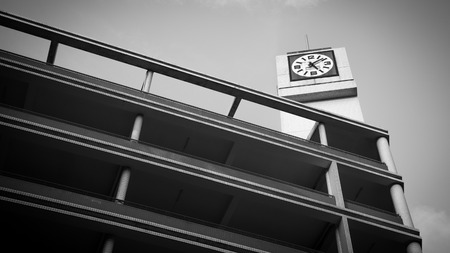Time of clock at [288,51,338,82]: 5:08
